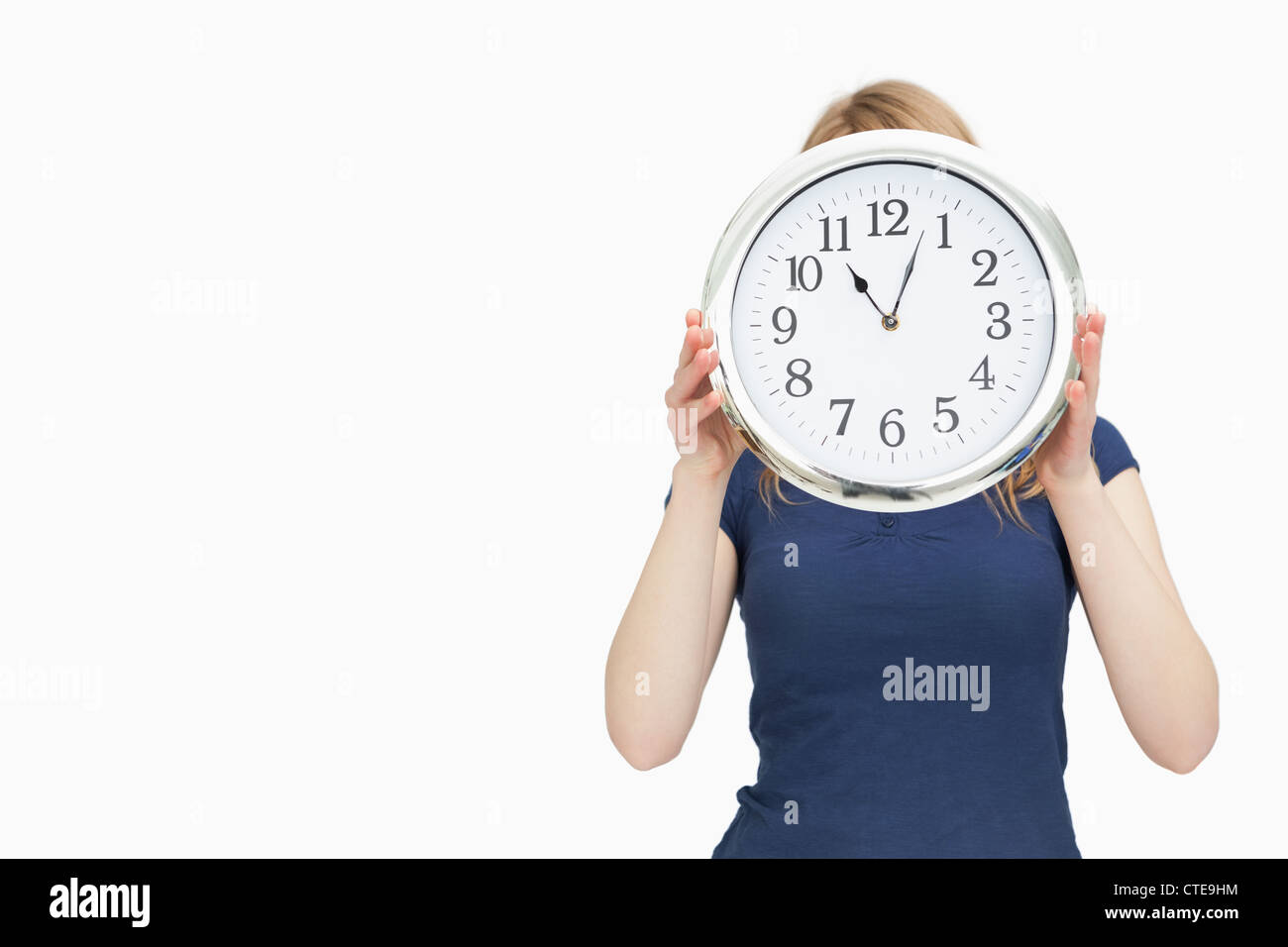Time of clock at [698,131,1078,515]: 11:03
